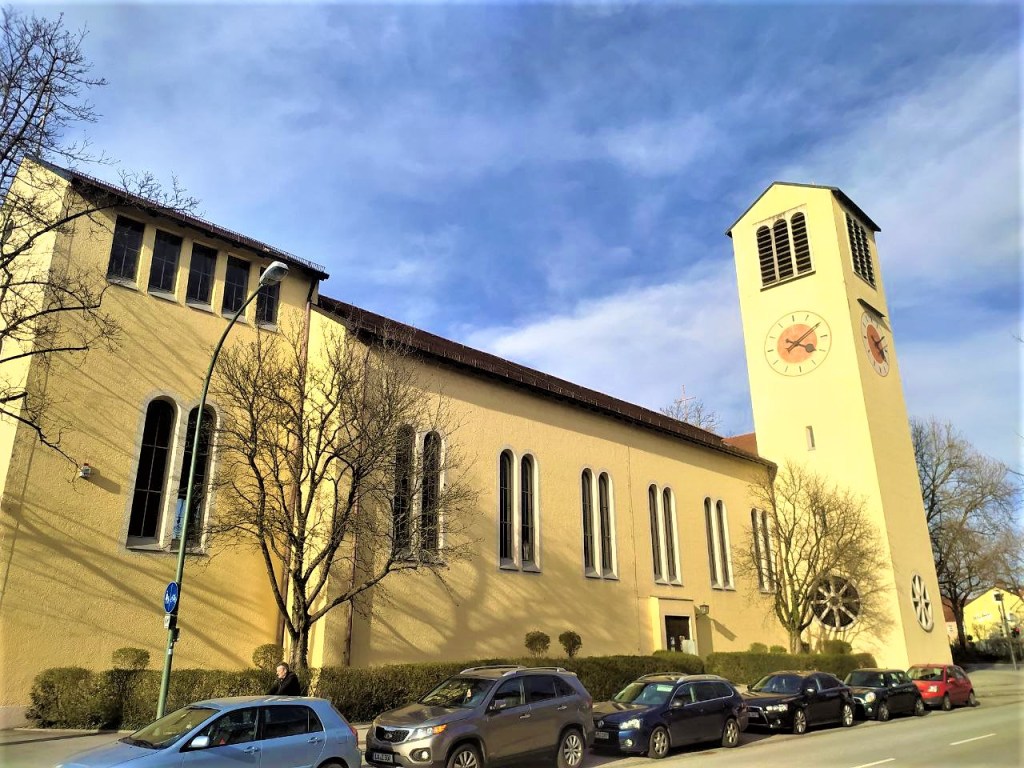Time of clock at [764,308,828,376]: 4:09
